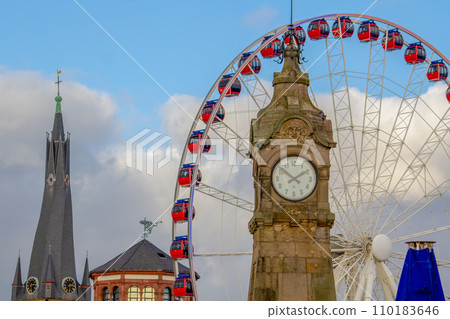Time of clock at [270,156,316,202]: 1:51
